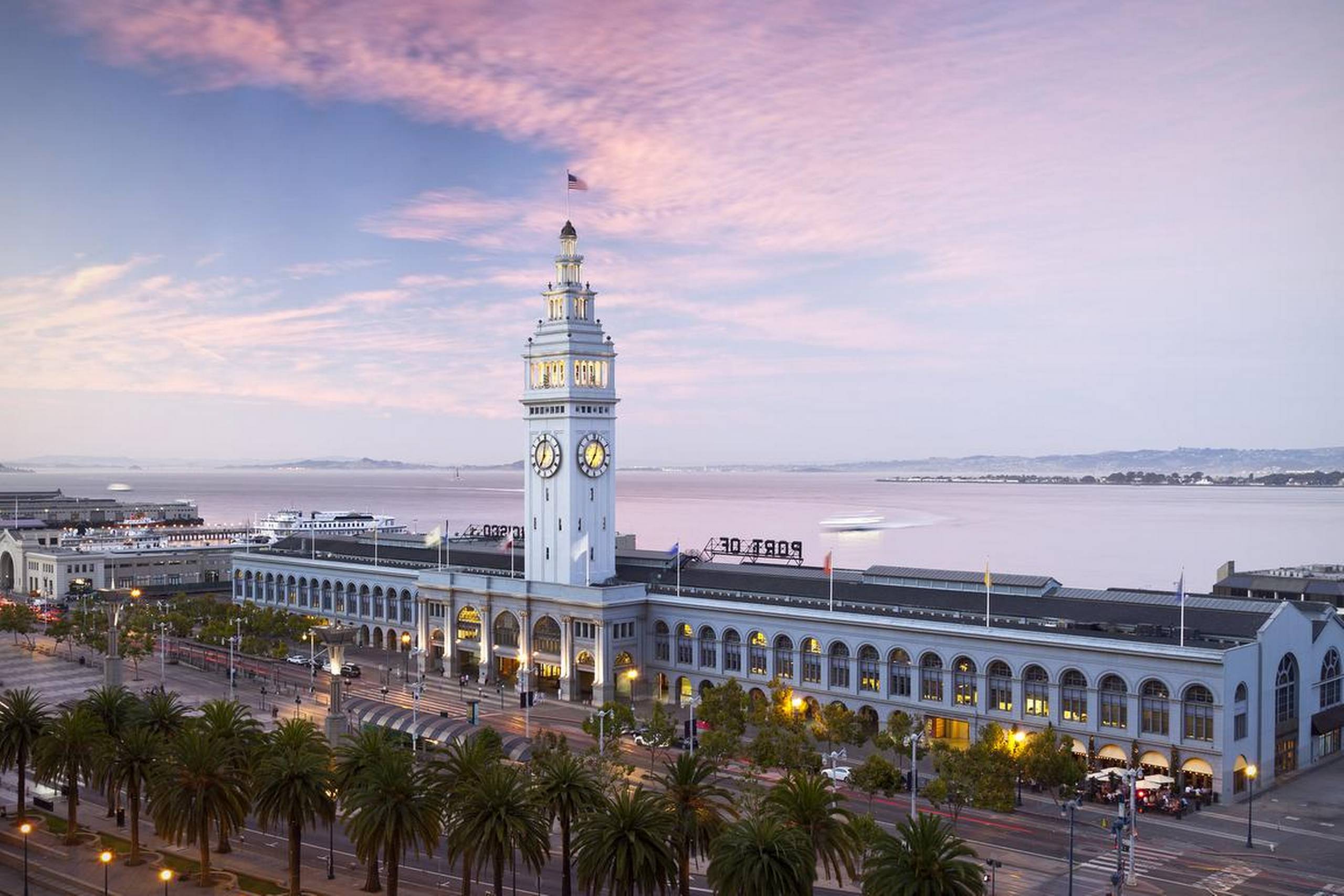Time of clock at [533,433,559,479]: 7:00
